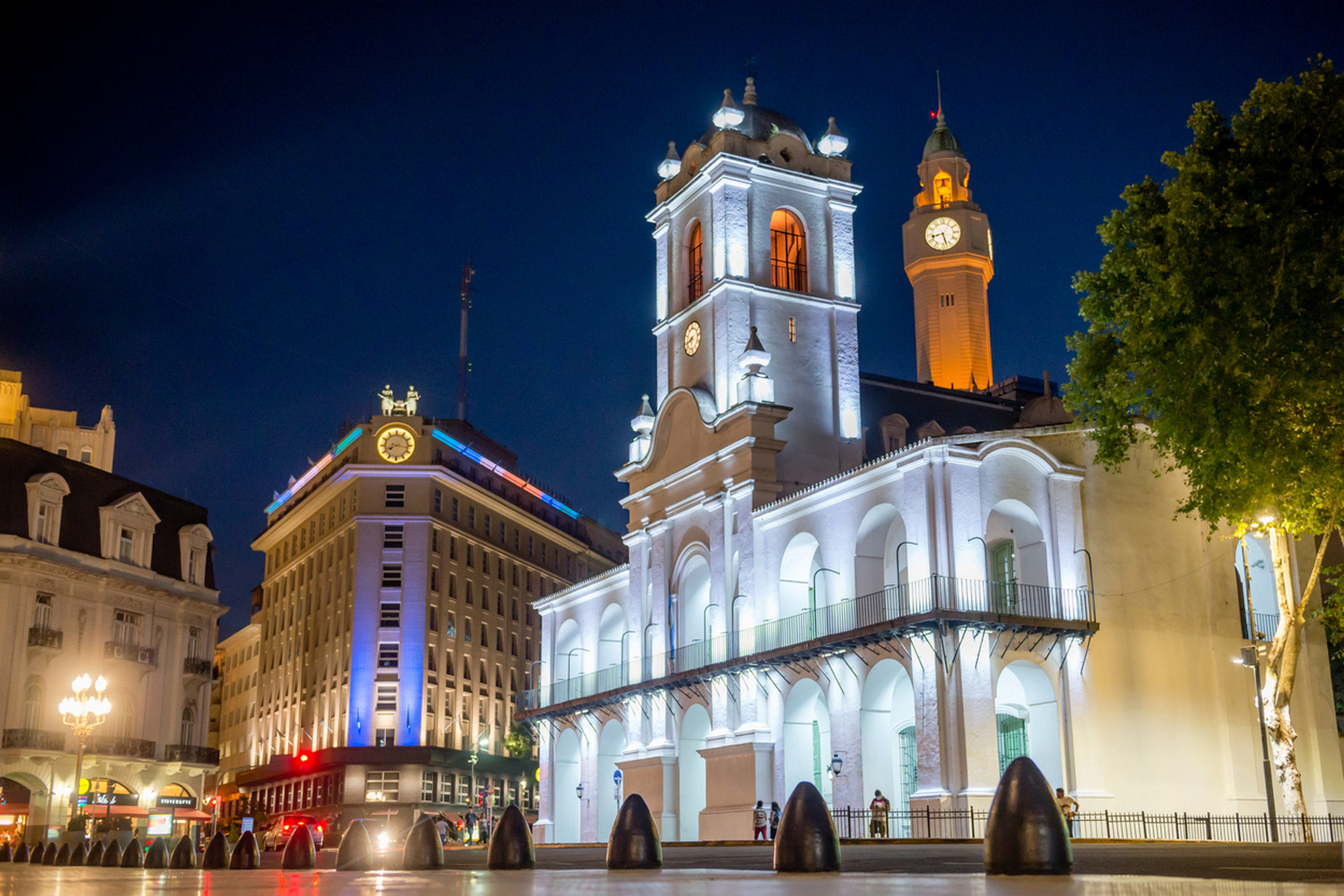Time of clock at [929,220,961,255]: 8:27
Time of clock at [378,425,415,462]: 8:16
